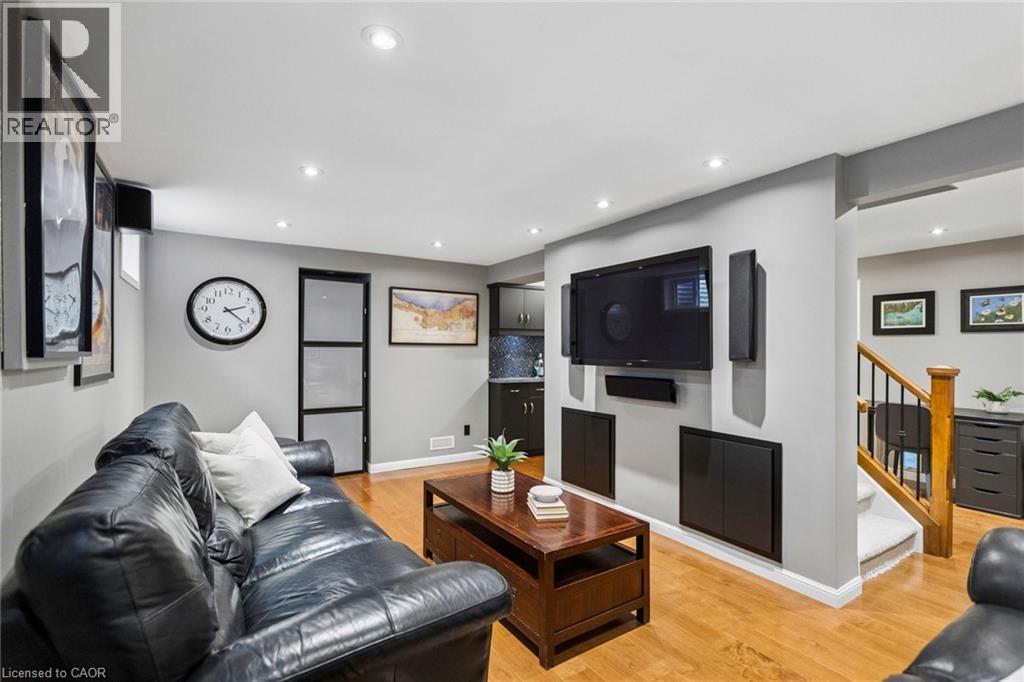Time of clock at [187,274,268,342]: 2:21
